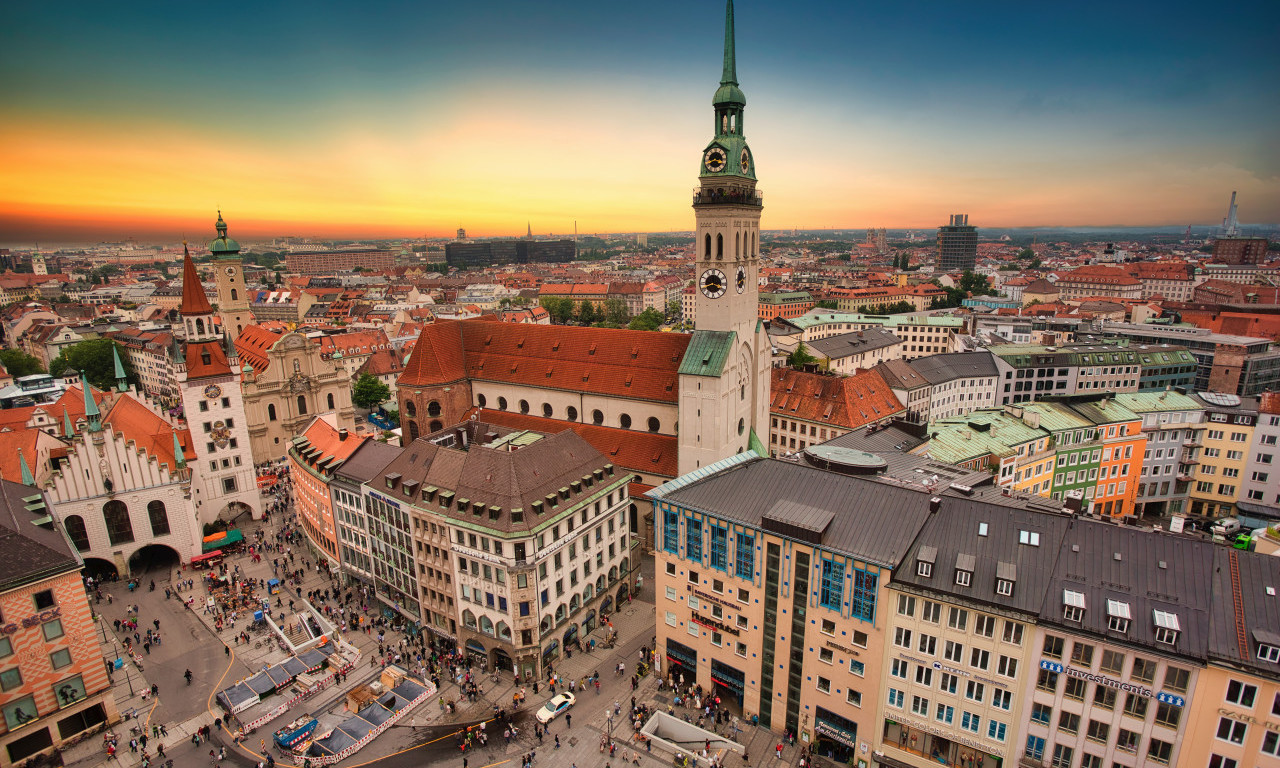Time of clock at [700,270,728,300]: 3:40
